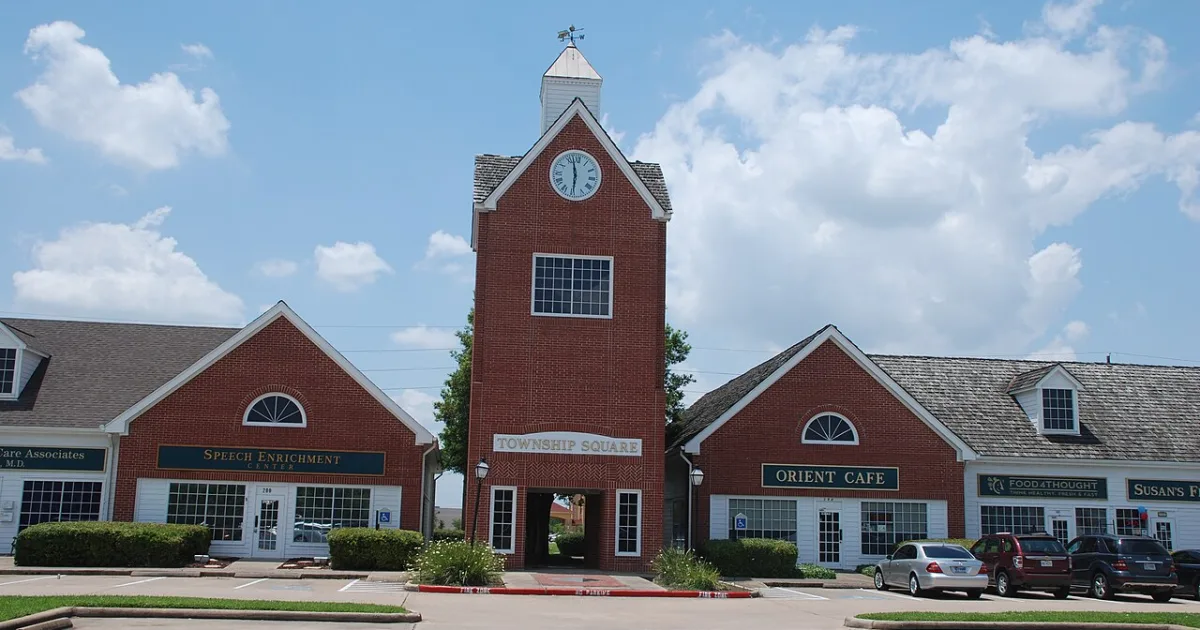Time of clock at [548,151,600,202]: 5:57
